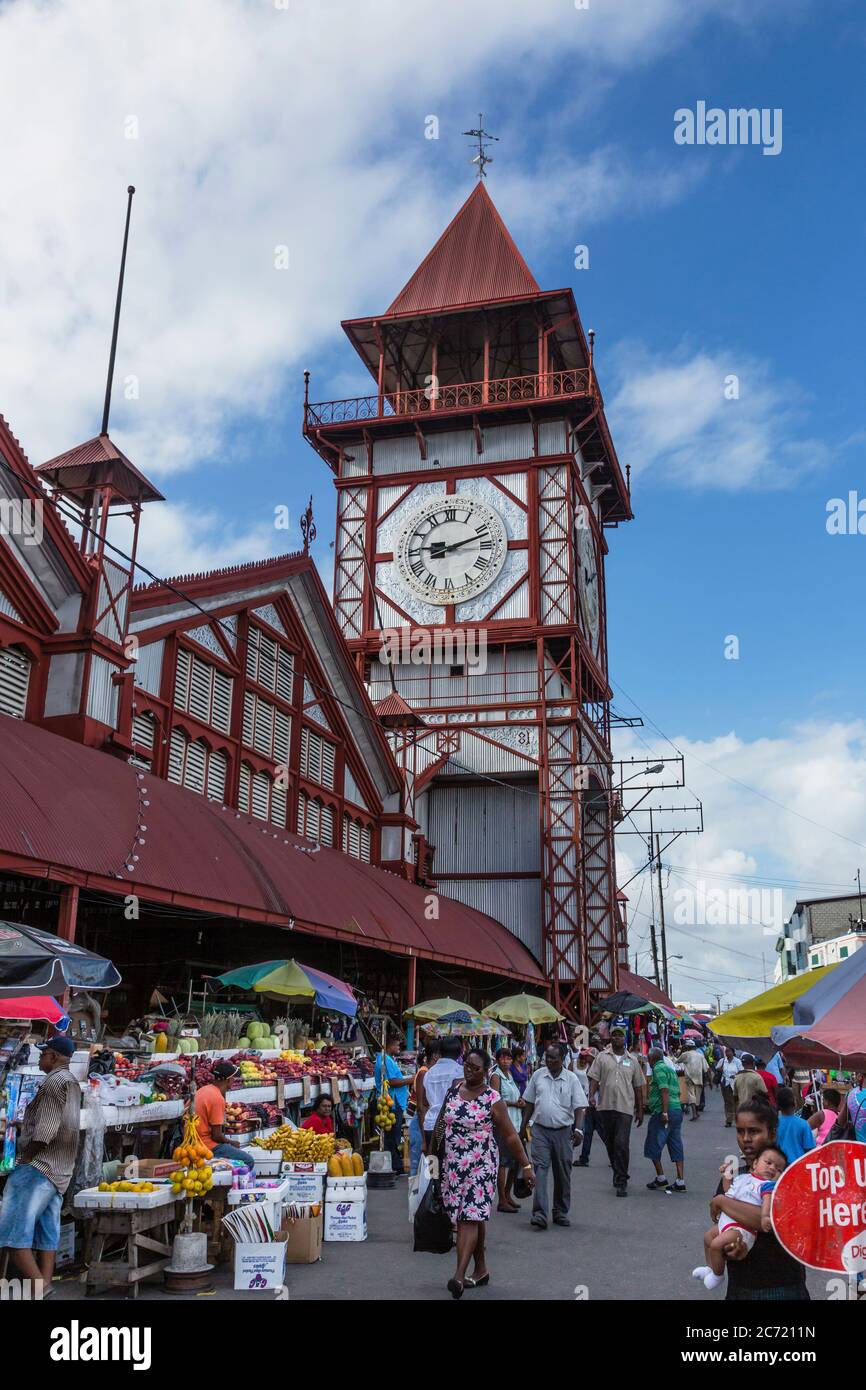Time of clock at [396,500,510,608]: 9:12
